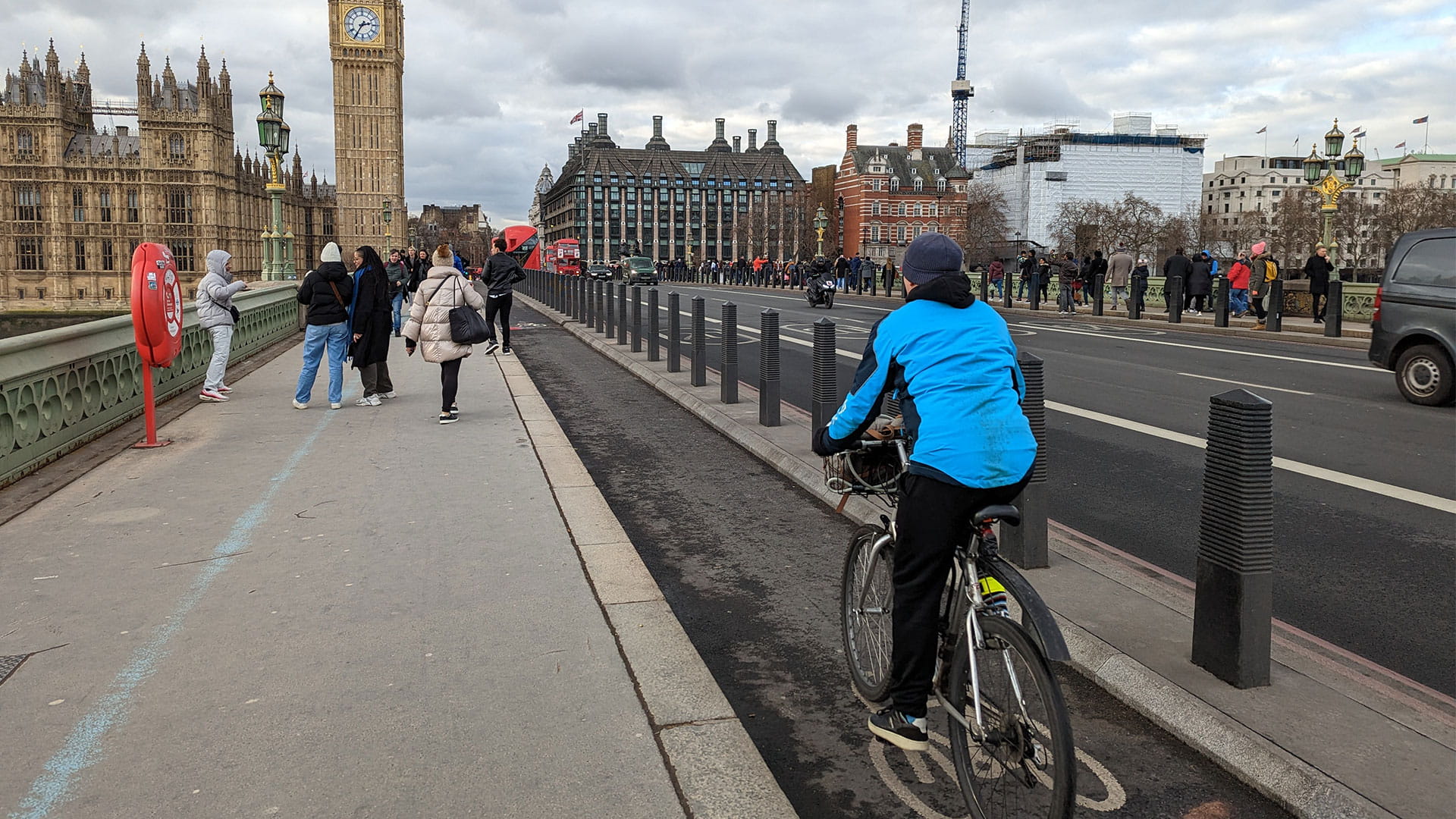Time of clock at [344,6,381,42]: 2:35
